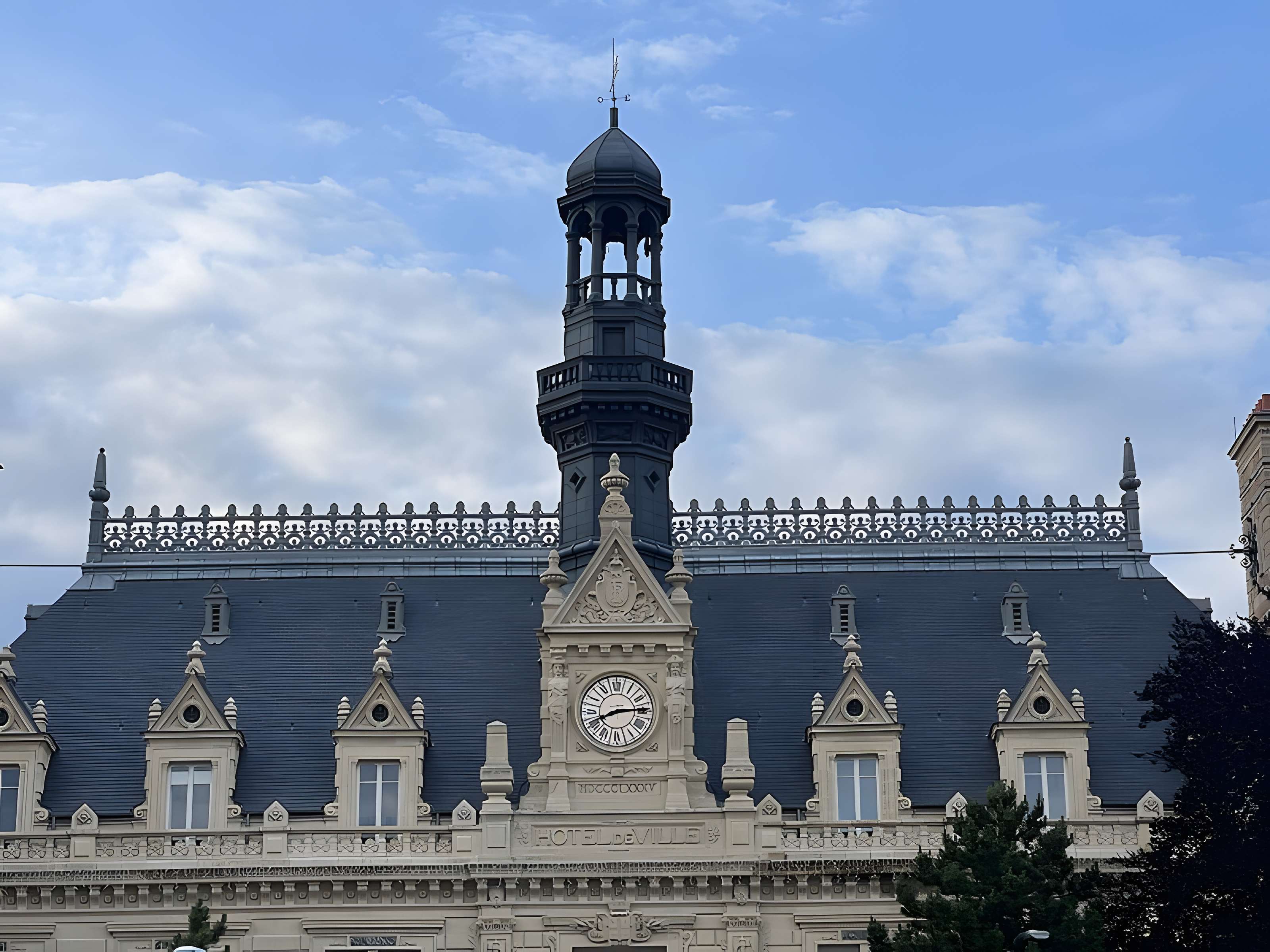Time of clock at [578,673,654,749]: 8:14
